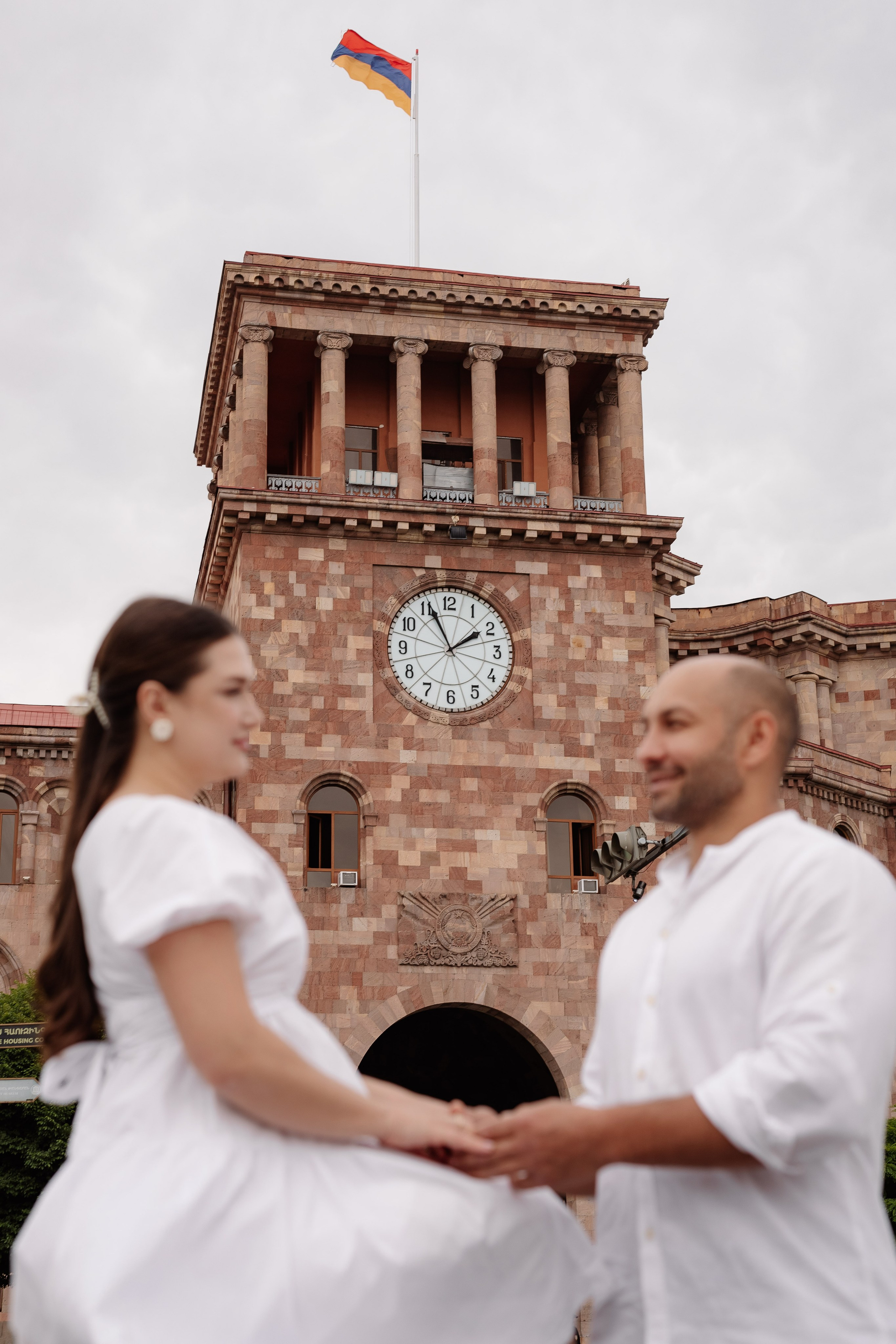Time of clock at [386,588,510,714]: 1:55
